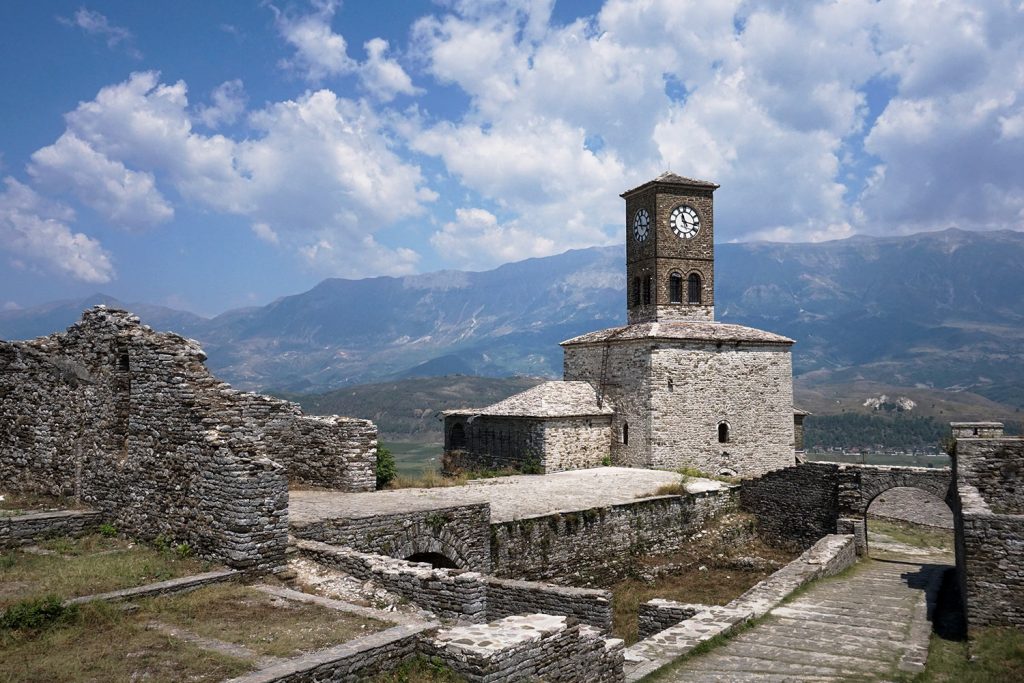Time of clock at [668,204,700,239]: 11:16
